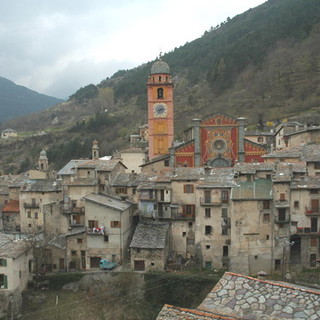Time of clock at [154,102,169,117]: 2:34
